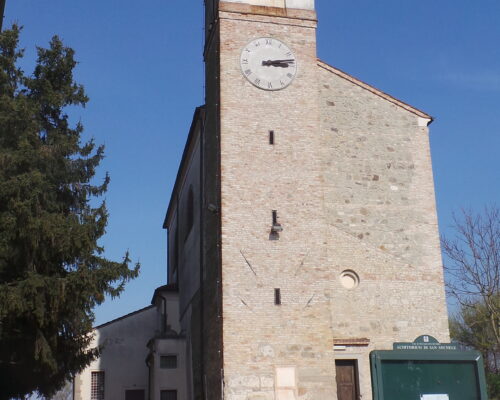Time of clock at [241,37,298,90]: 3:13
